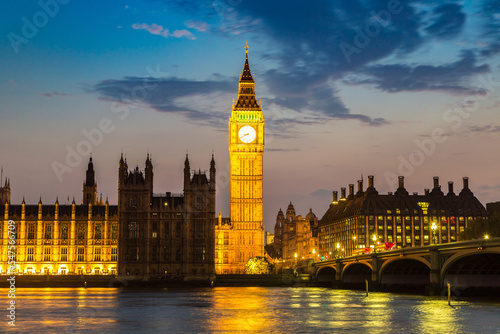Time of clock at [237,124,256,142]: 8:40
